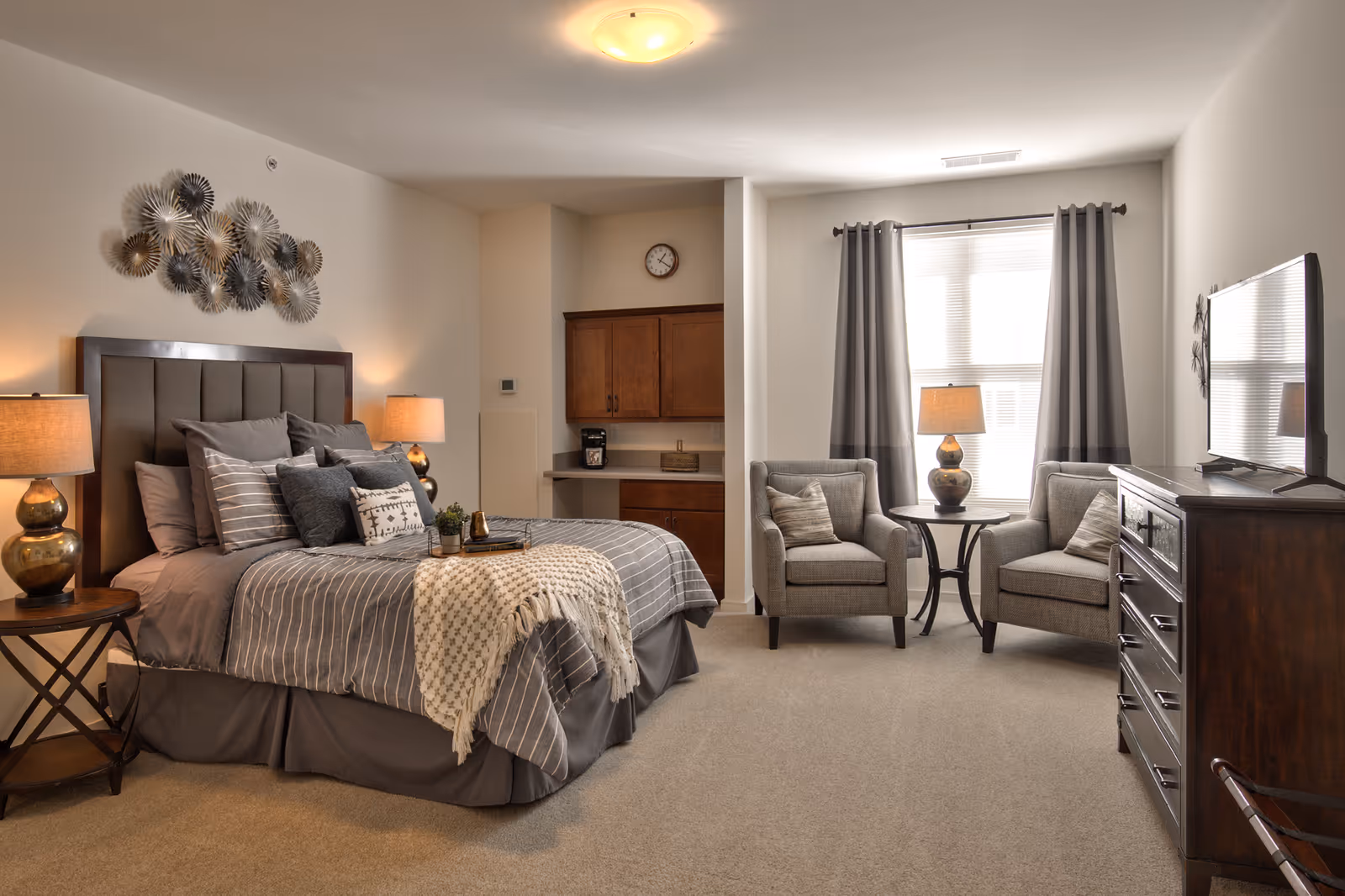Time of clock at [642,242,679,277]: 1:20
